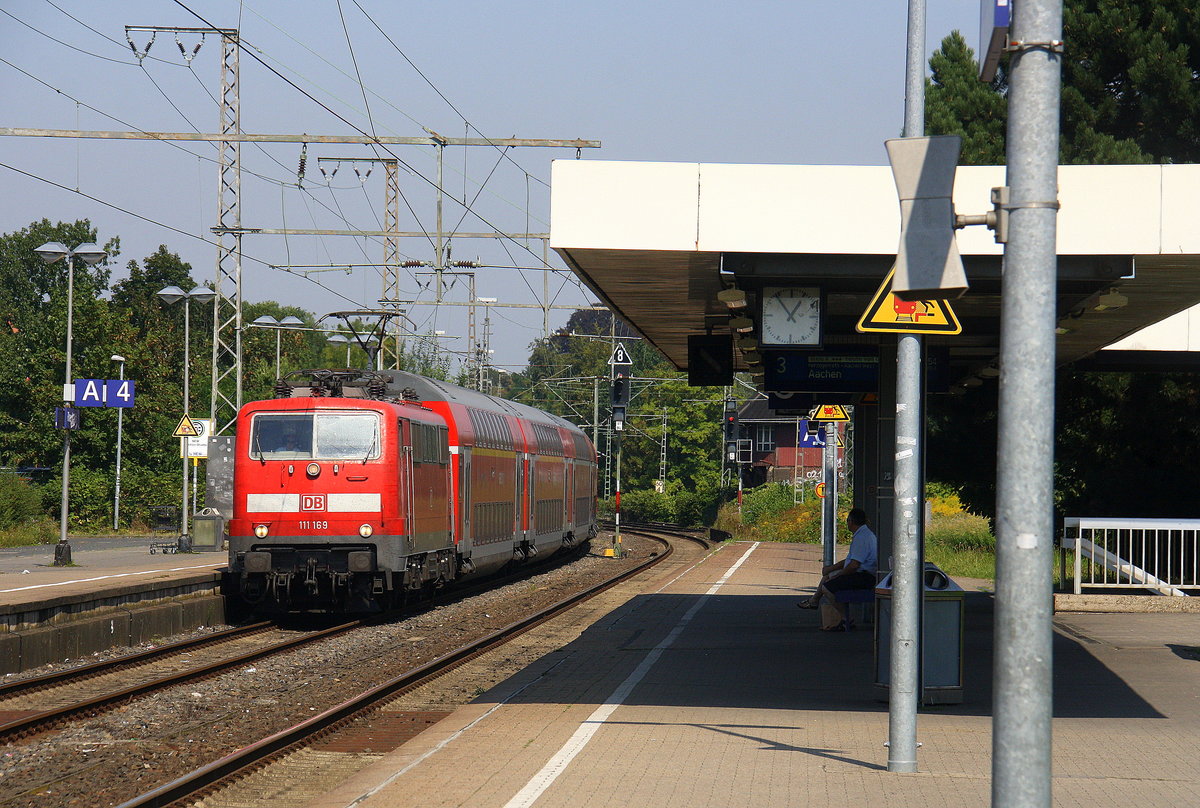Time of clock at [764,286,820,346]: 12:53
